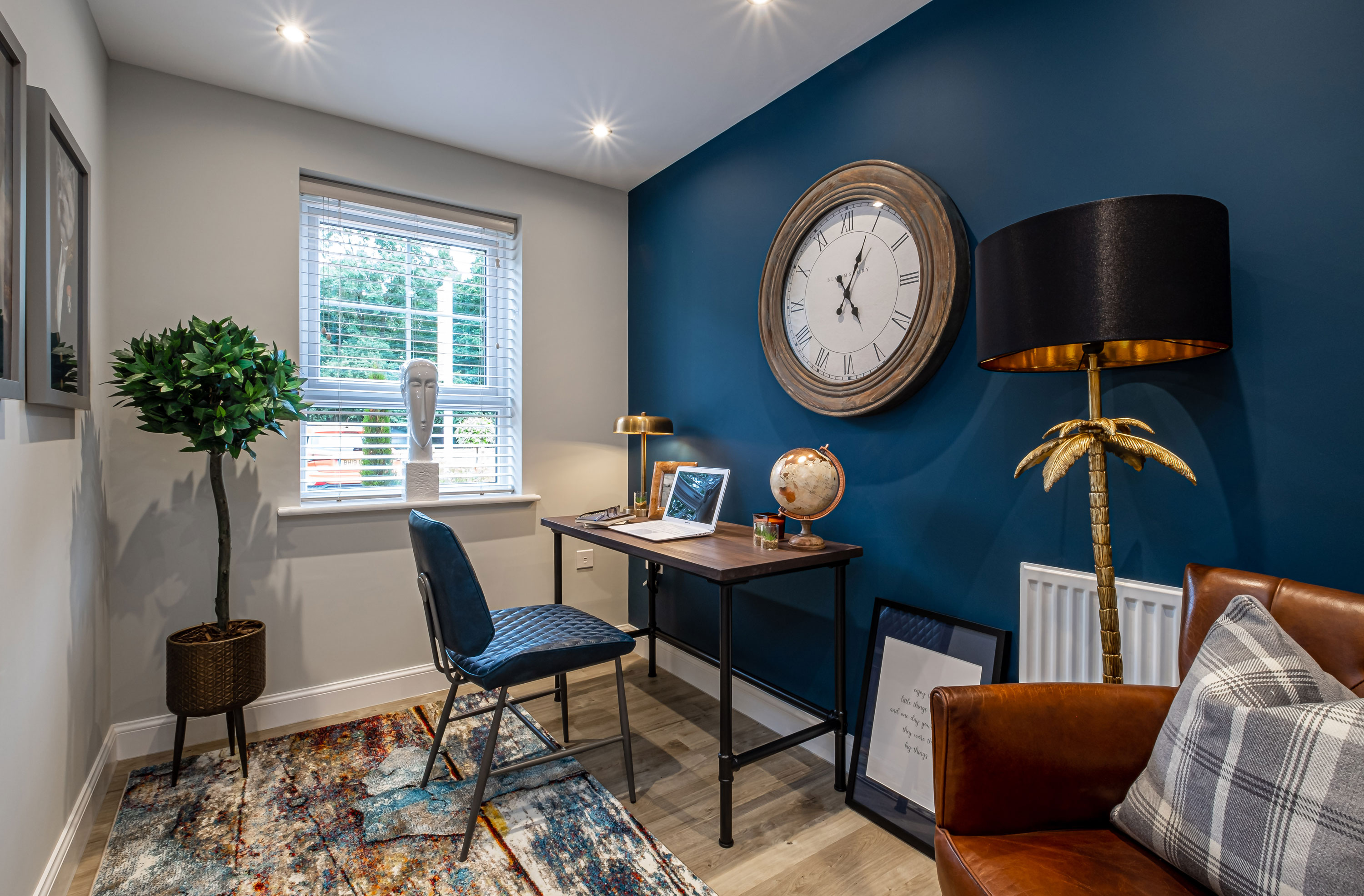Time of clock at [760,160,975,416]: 5:04
